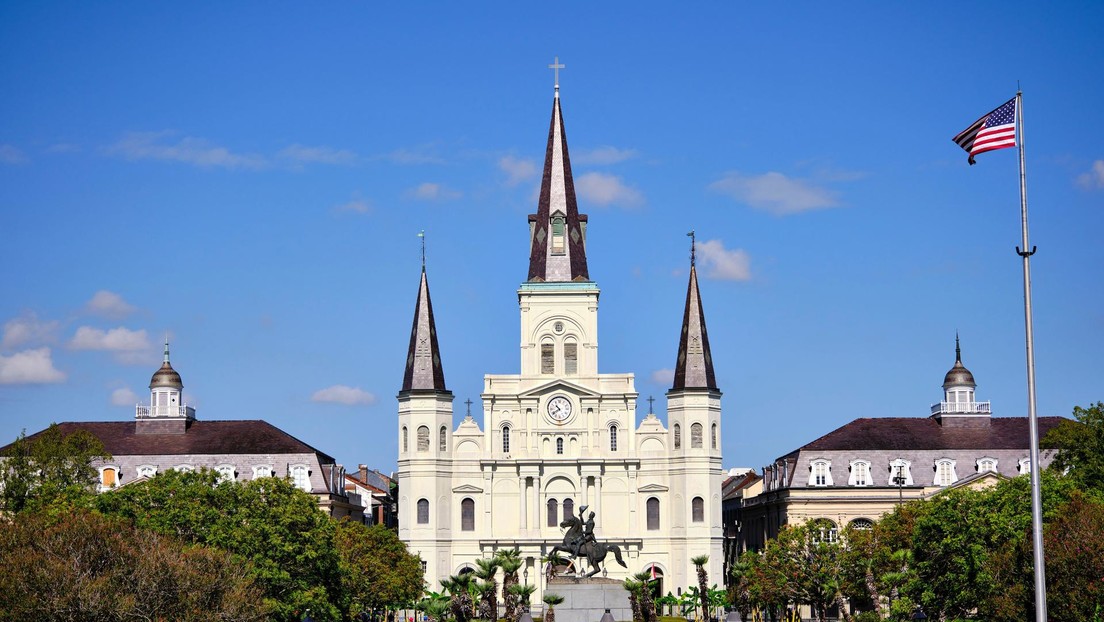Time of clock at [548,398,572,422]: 10:39
